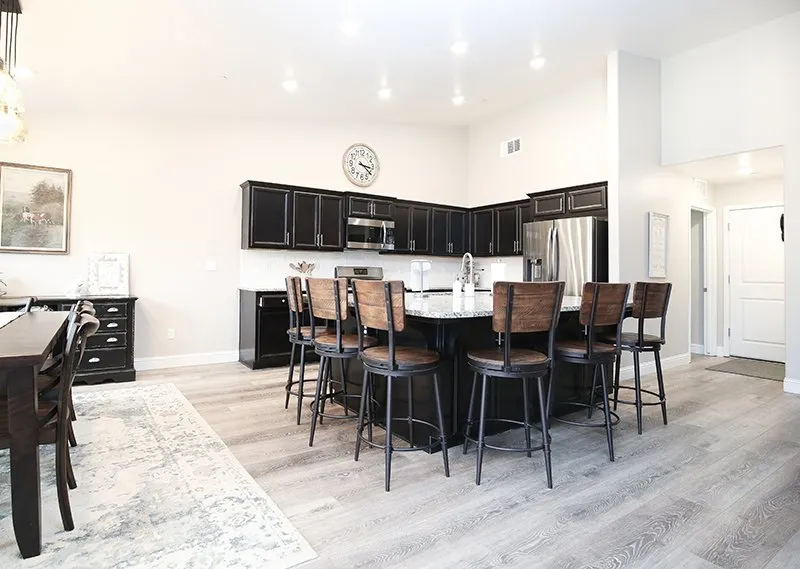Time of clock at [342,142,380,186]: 3:21
